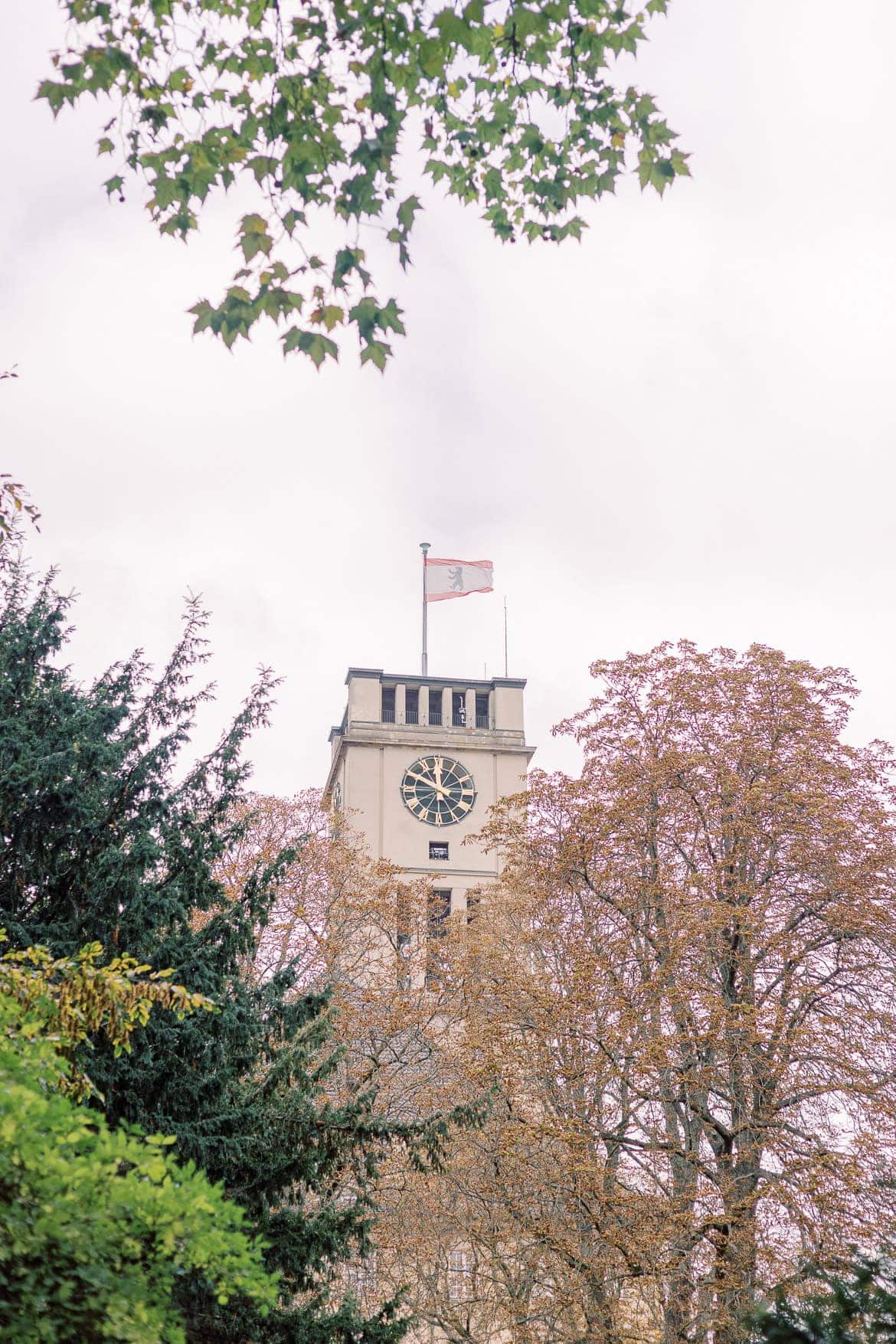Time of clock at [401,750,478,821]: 11:49
